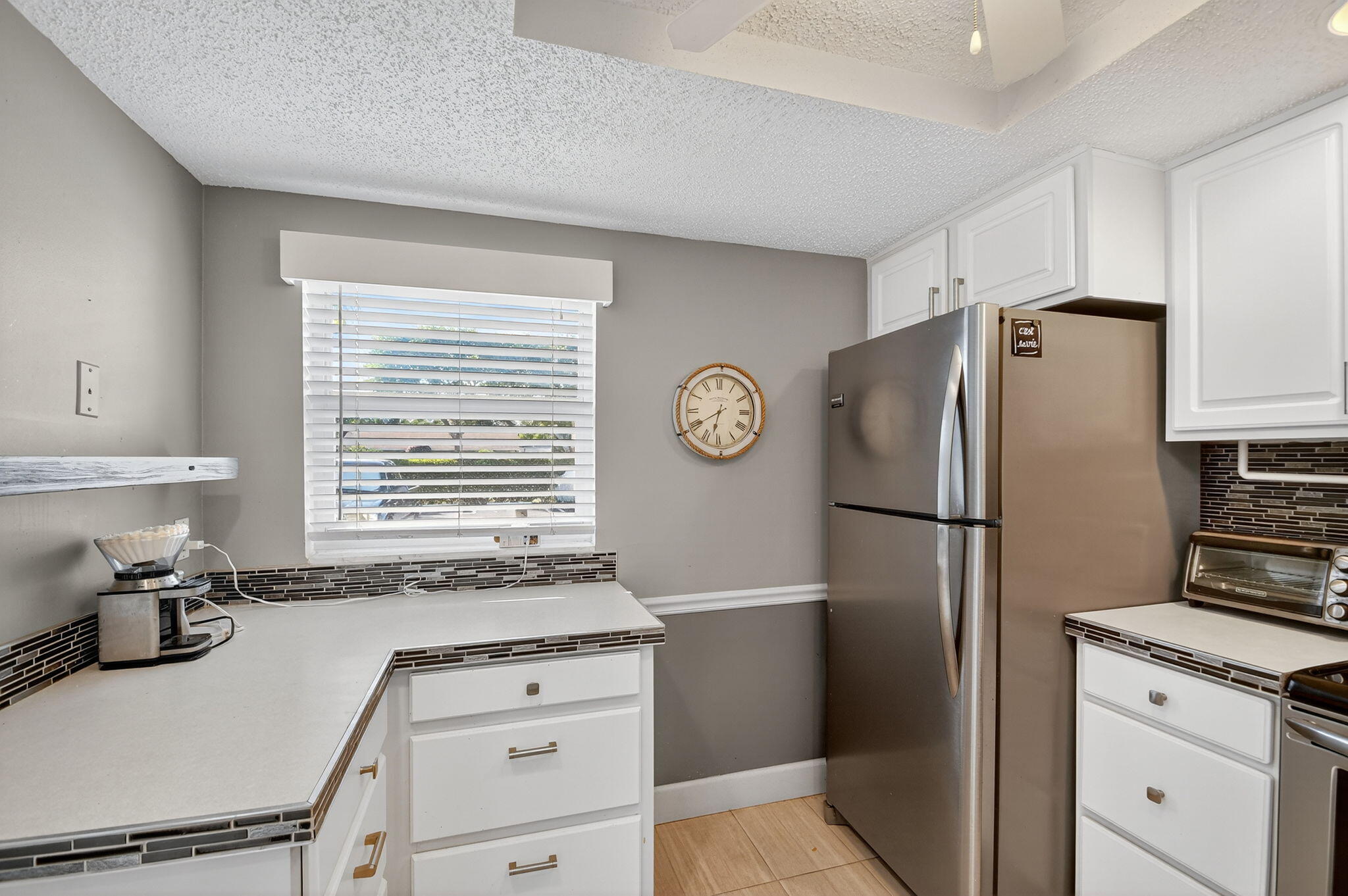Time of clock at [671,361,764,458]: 6:39
